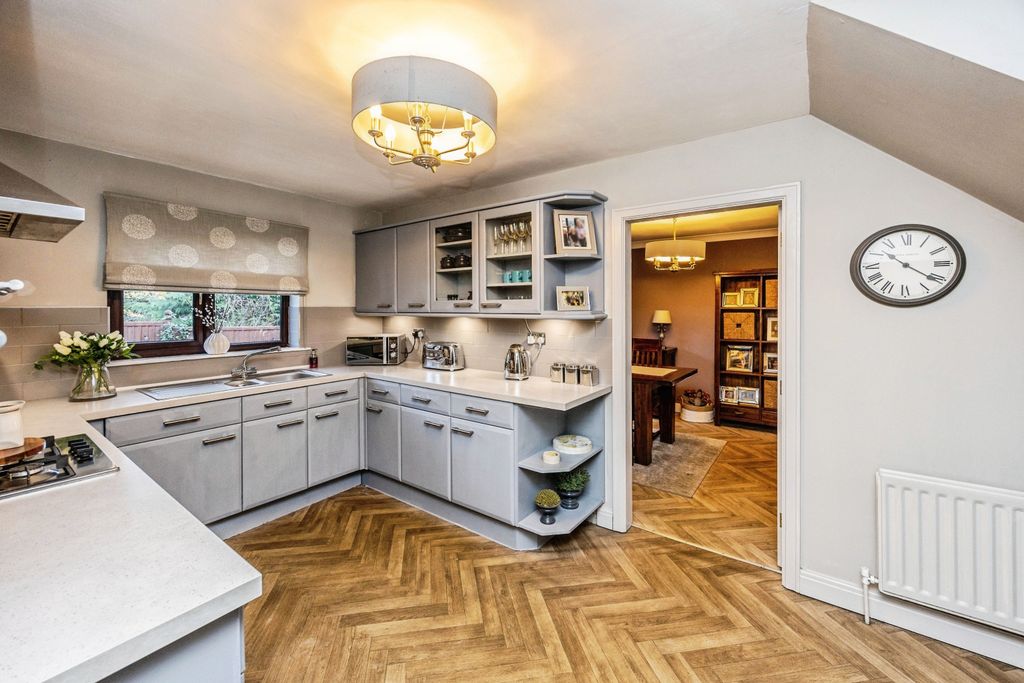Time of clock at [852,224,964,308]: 10:20
